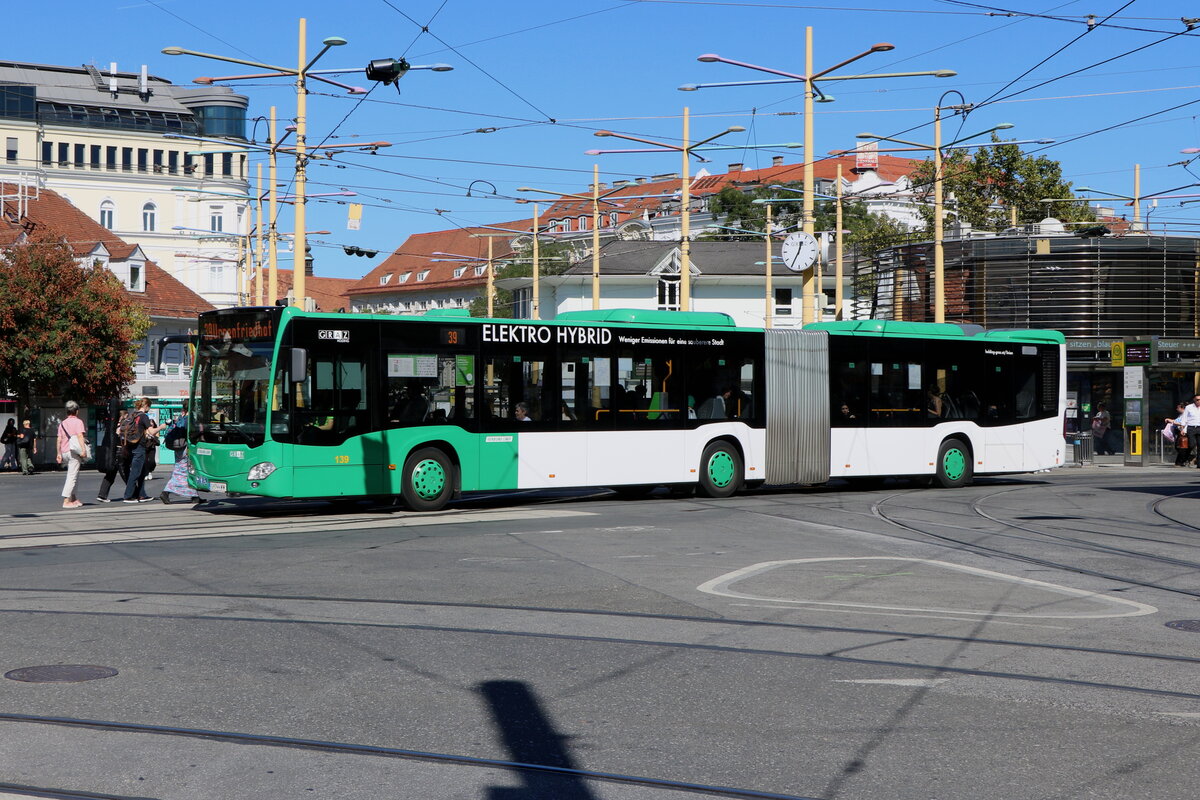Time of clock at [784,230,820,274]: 12:34
